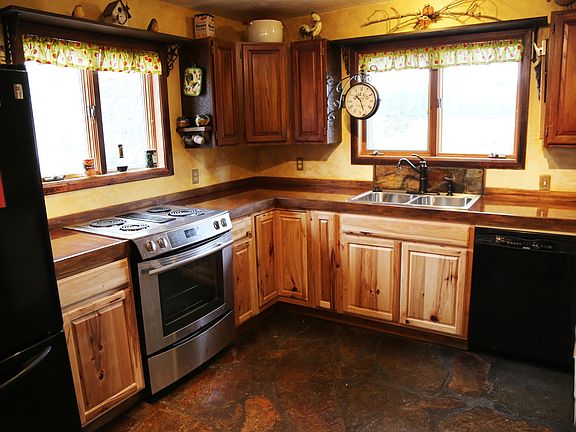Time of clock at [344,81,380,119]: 10:26
